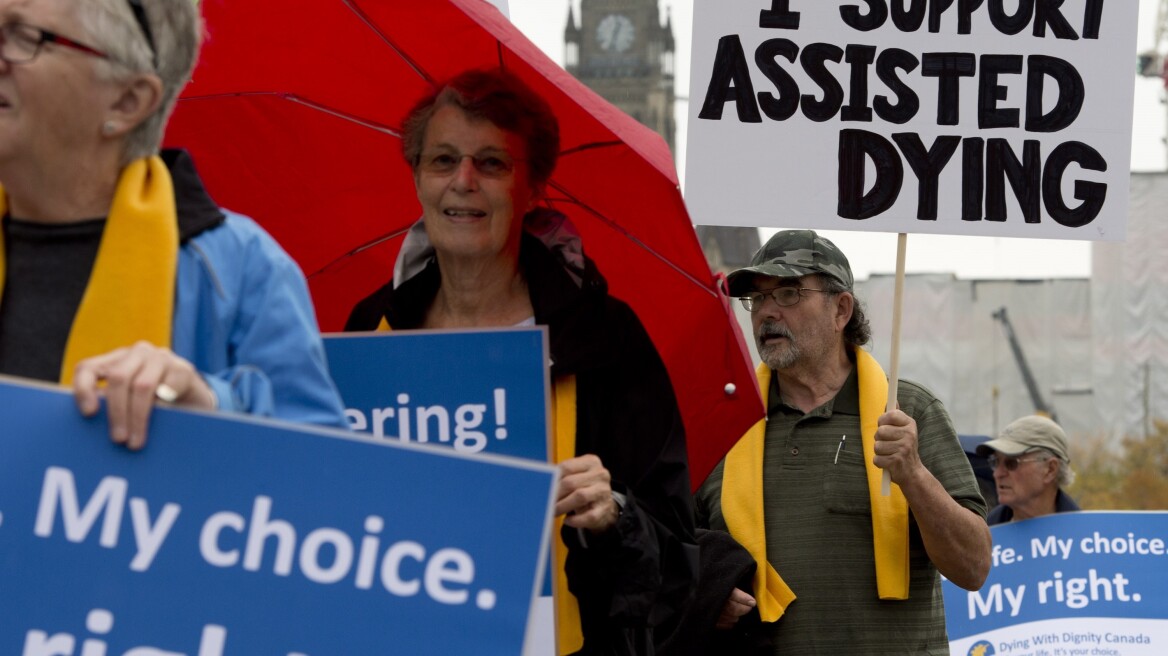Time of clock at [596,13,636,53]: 12:32
